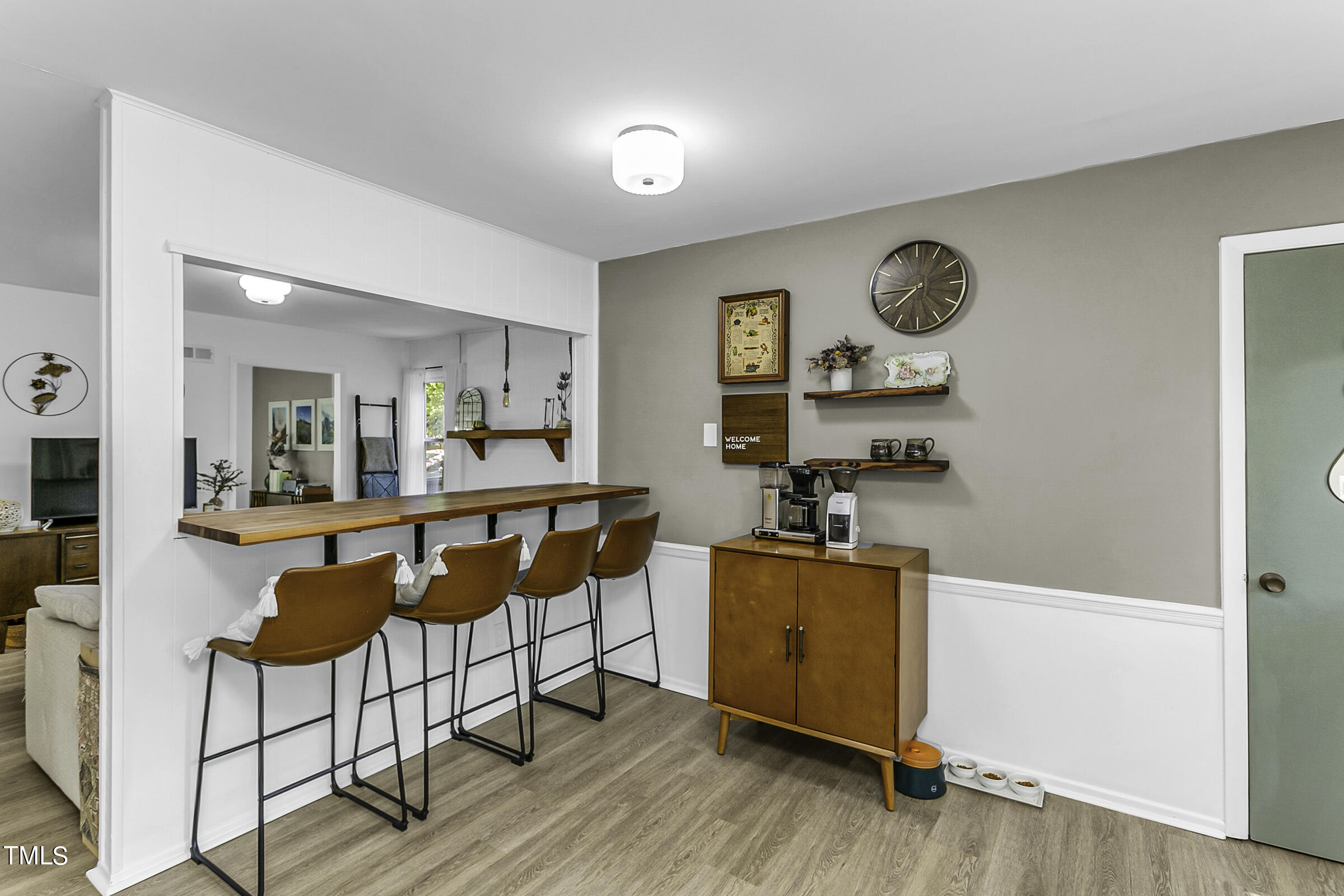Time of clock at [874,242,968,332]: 7:44
